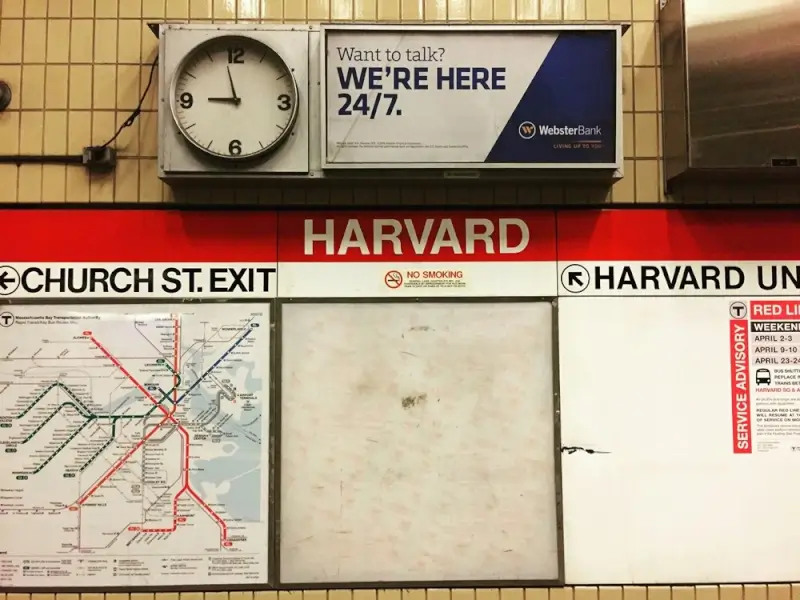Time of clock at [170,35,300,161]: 8:57
